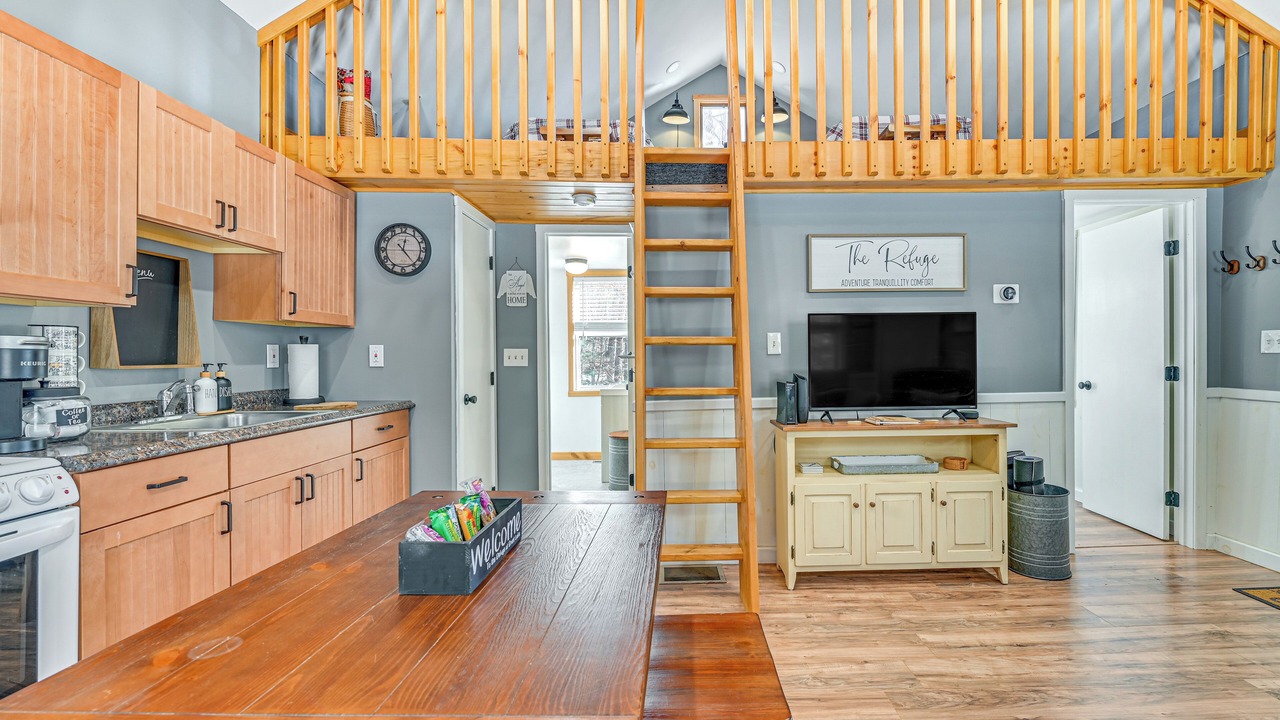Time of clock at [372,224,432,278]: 12:23
